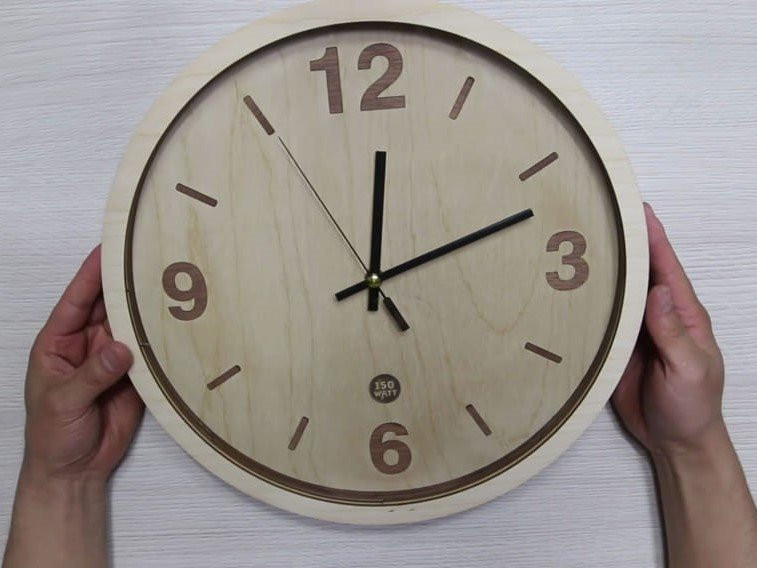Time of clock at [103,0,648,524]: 12:12
